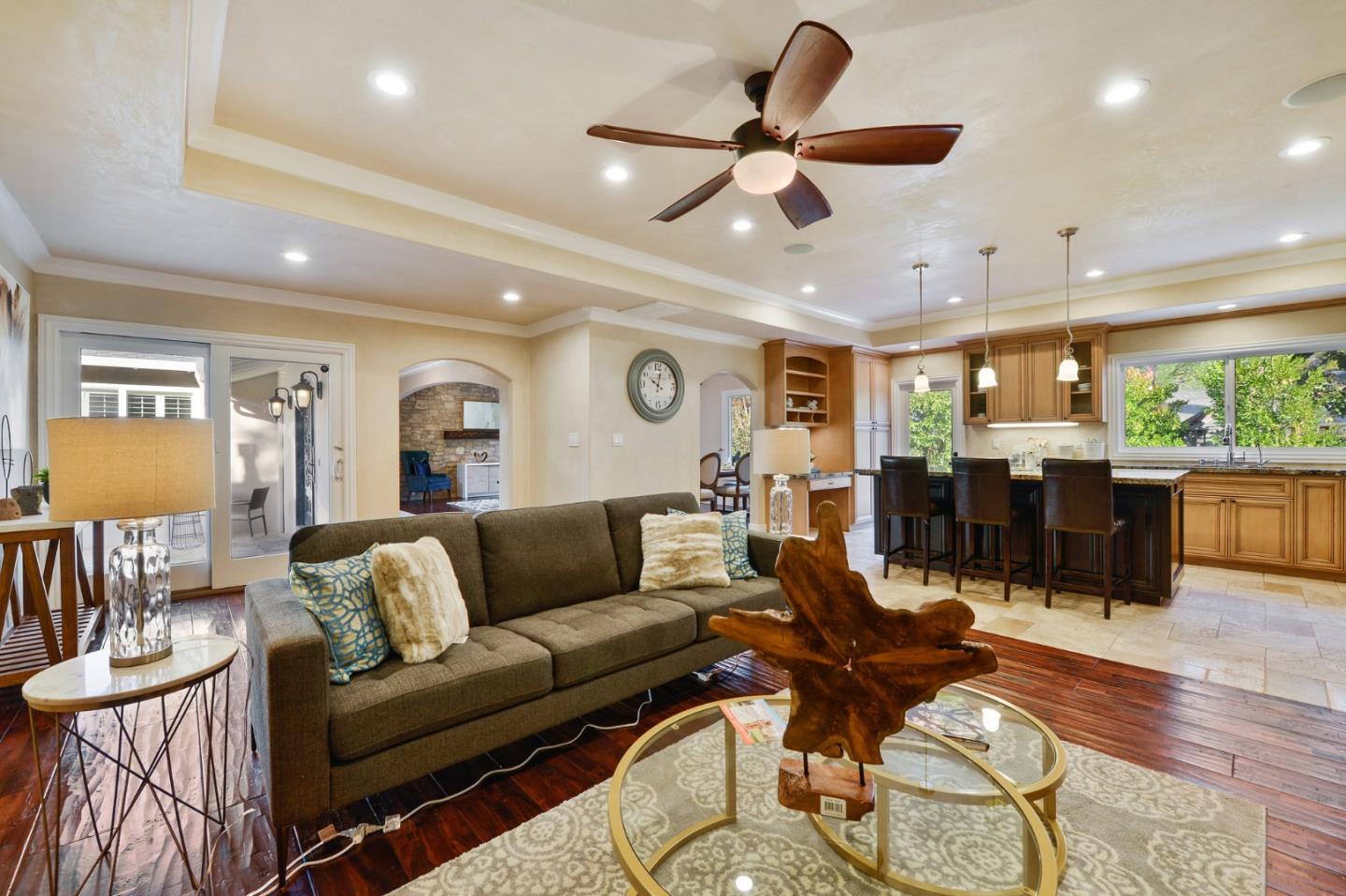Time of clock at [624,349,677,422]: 10:02
